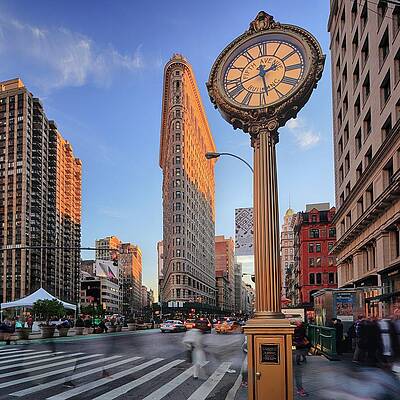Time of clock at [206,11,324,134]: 11:28
